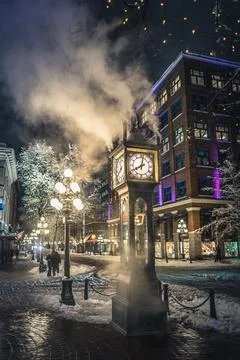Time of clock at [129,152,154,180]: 8:01
